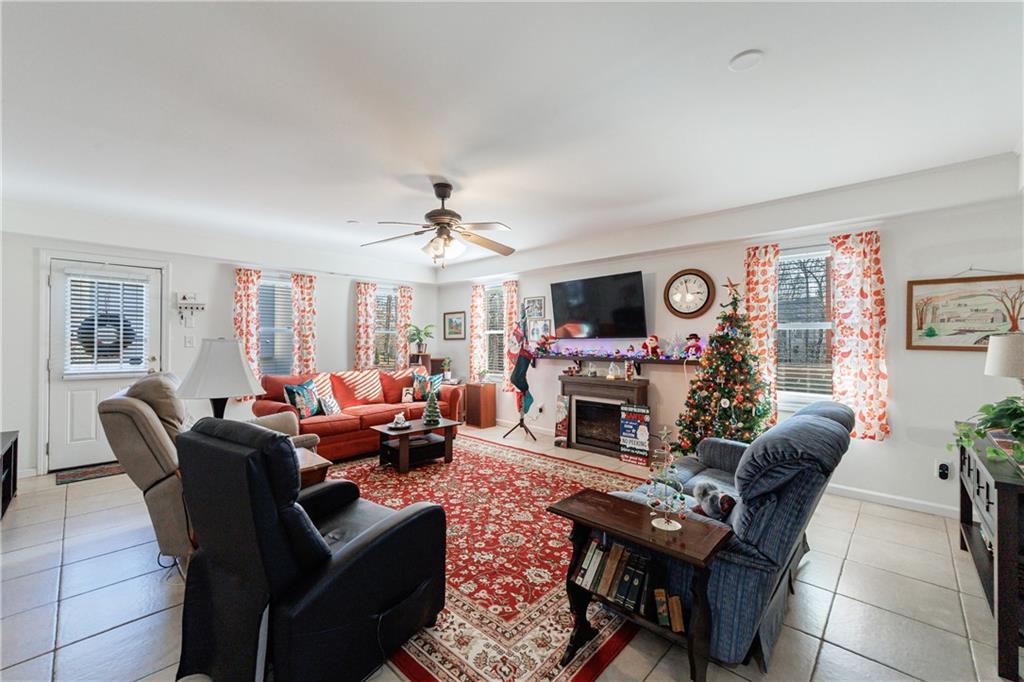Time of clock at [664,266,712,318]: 2:58
